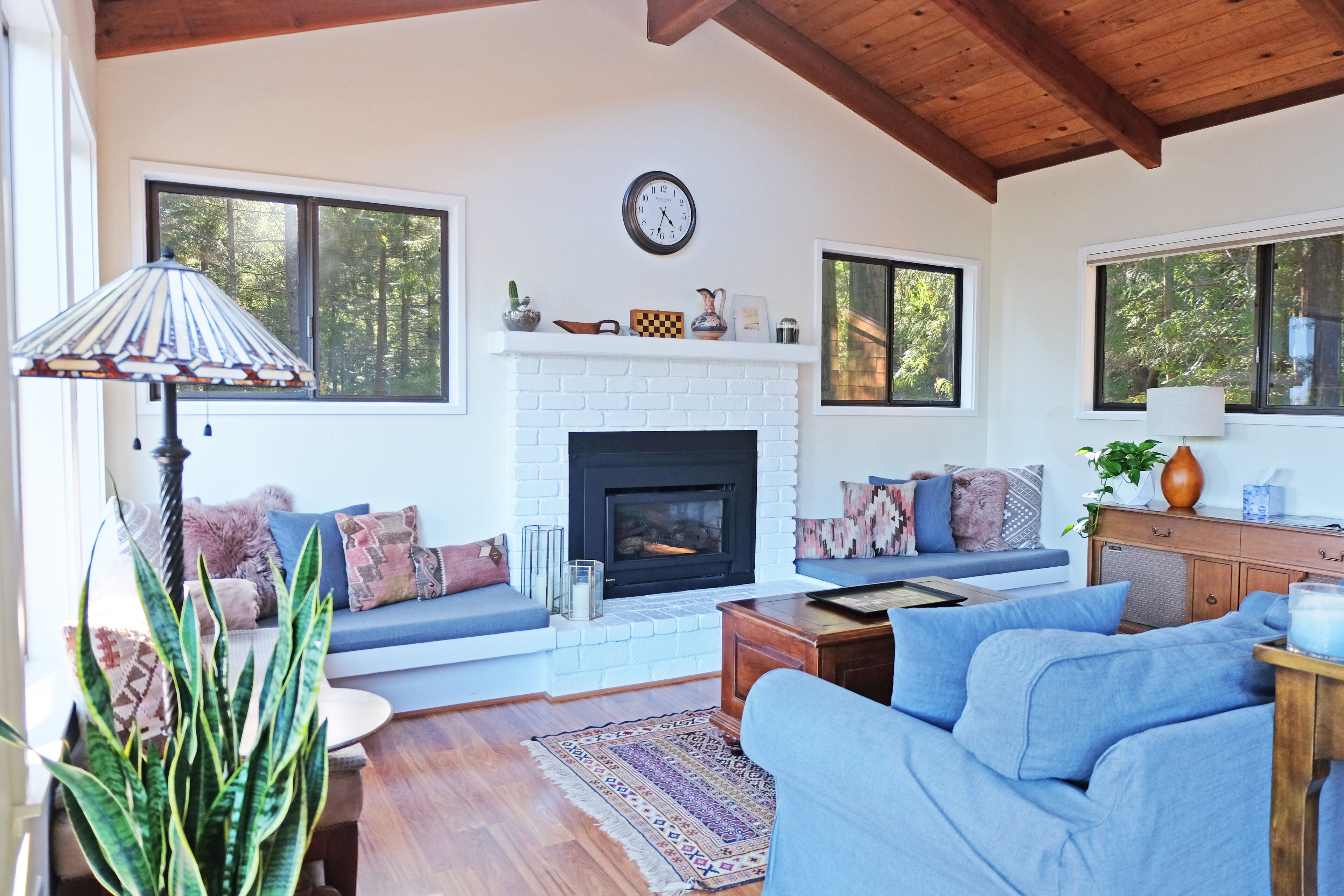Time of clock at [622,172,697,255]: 4:32
